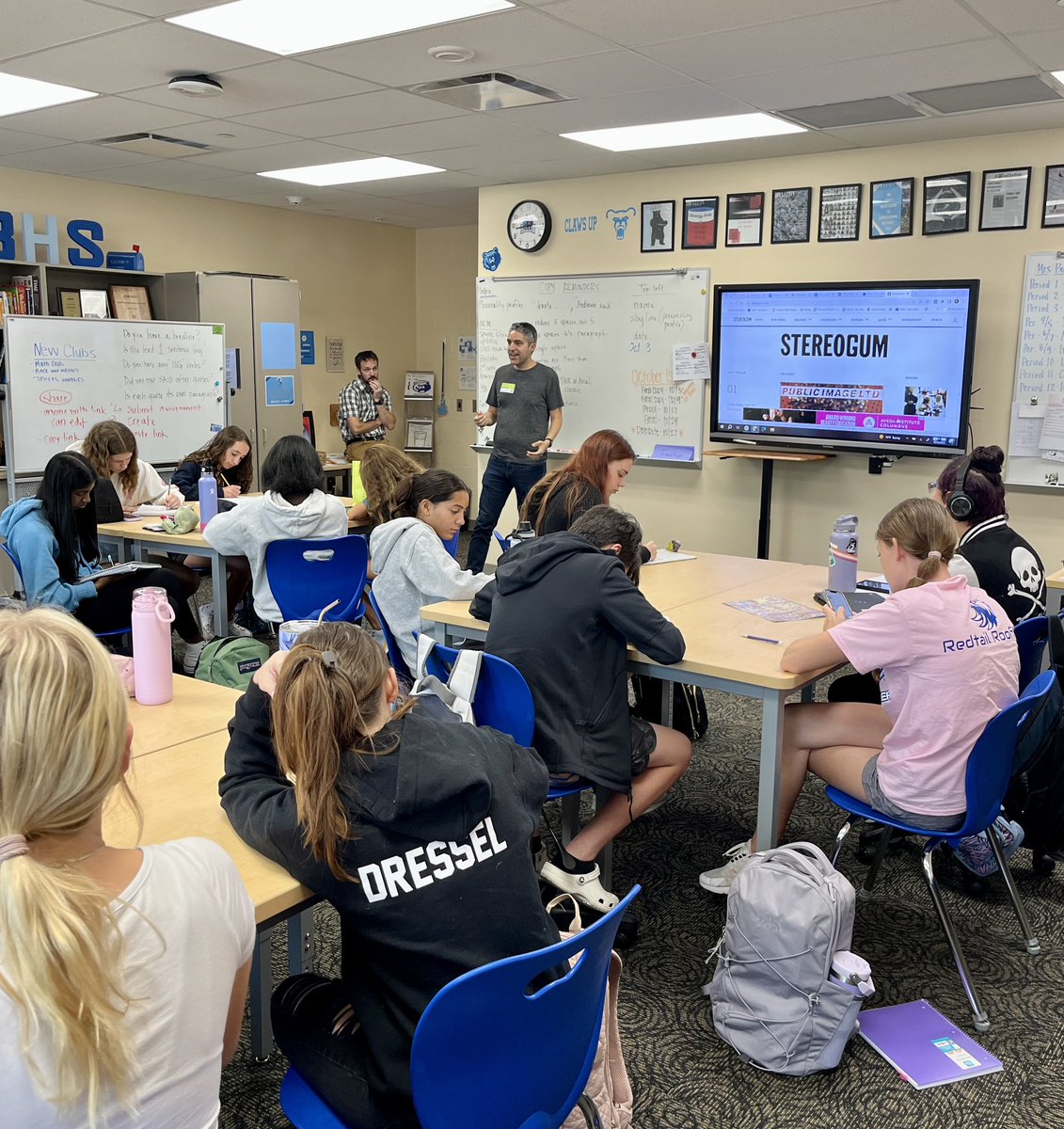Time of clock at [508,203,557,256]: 8:43
